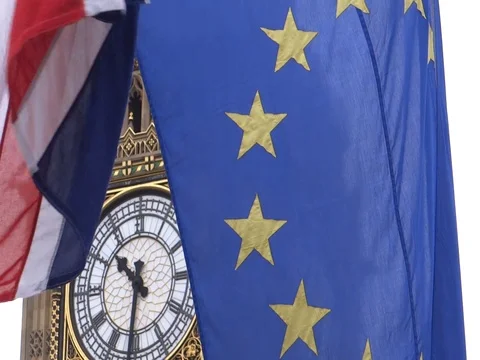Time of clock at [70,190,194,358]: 10:31
